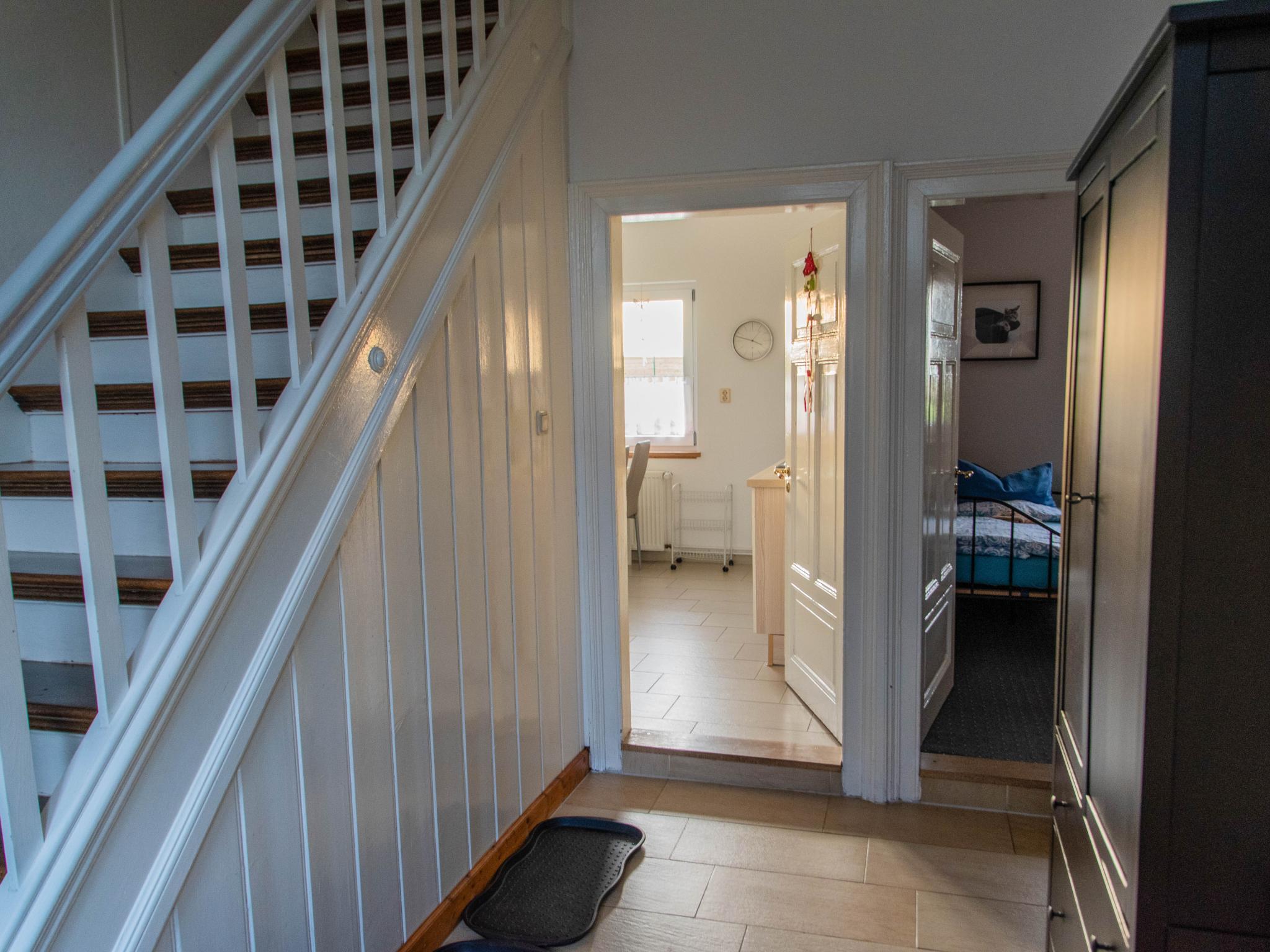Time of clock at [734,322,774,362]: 3:47
